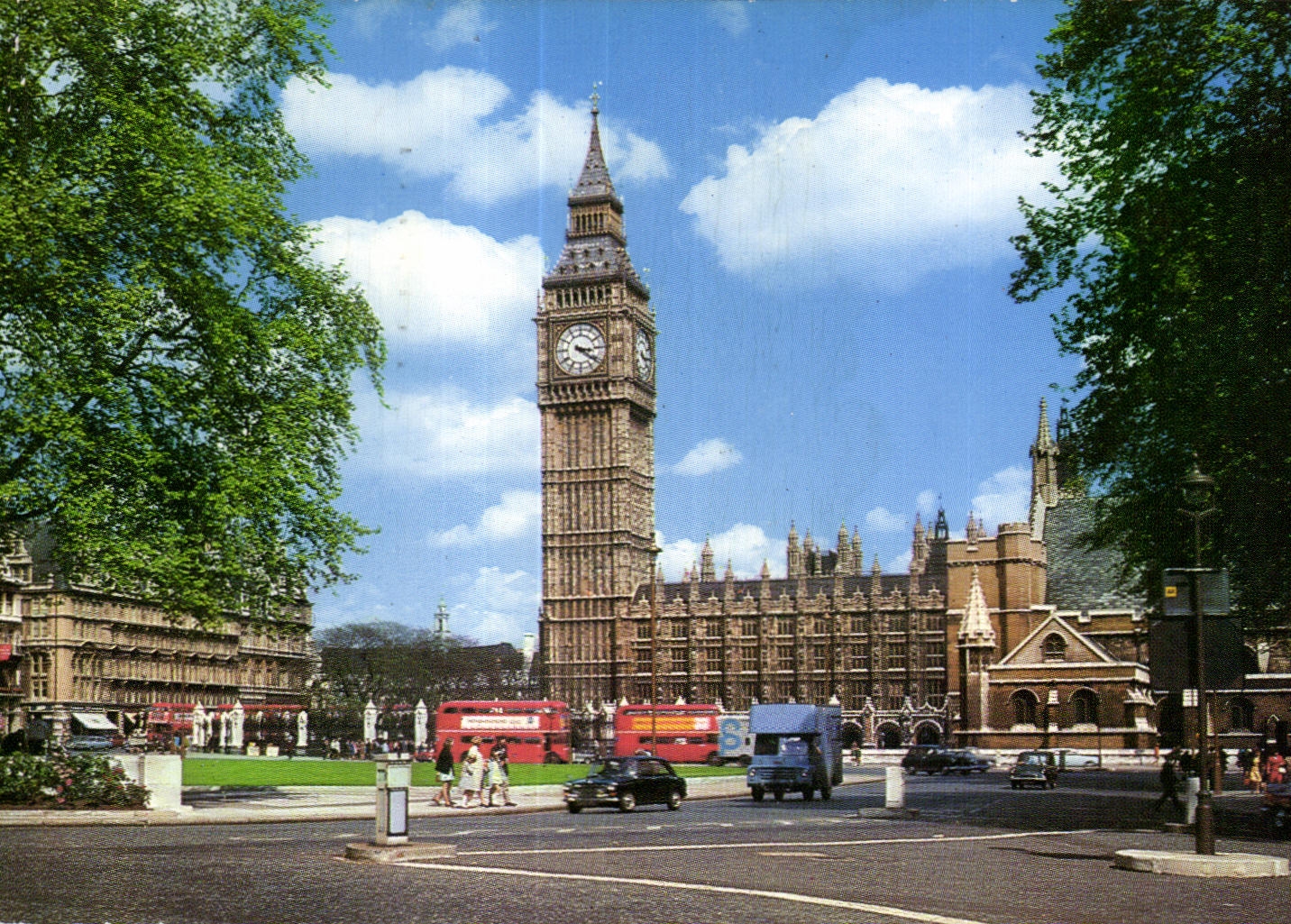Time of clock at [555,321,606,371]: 3:21
